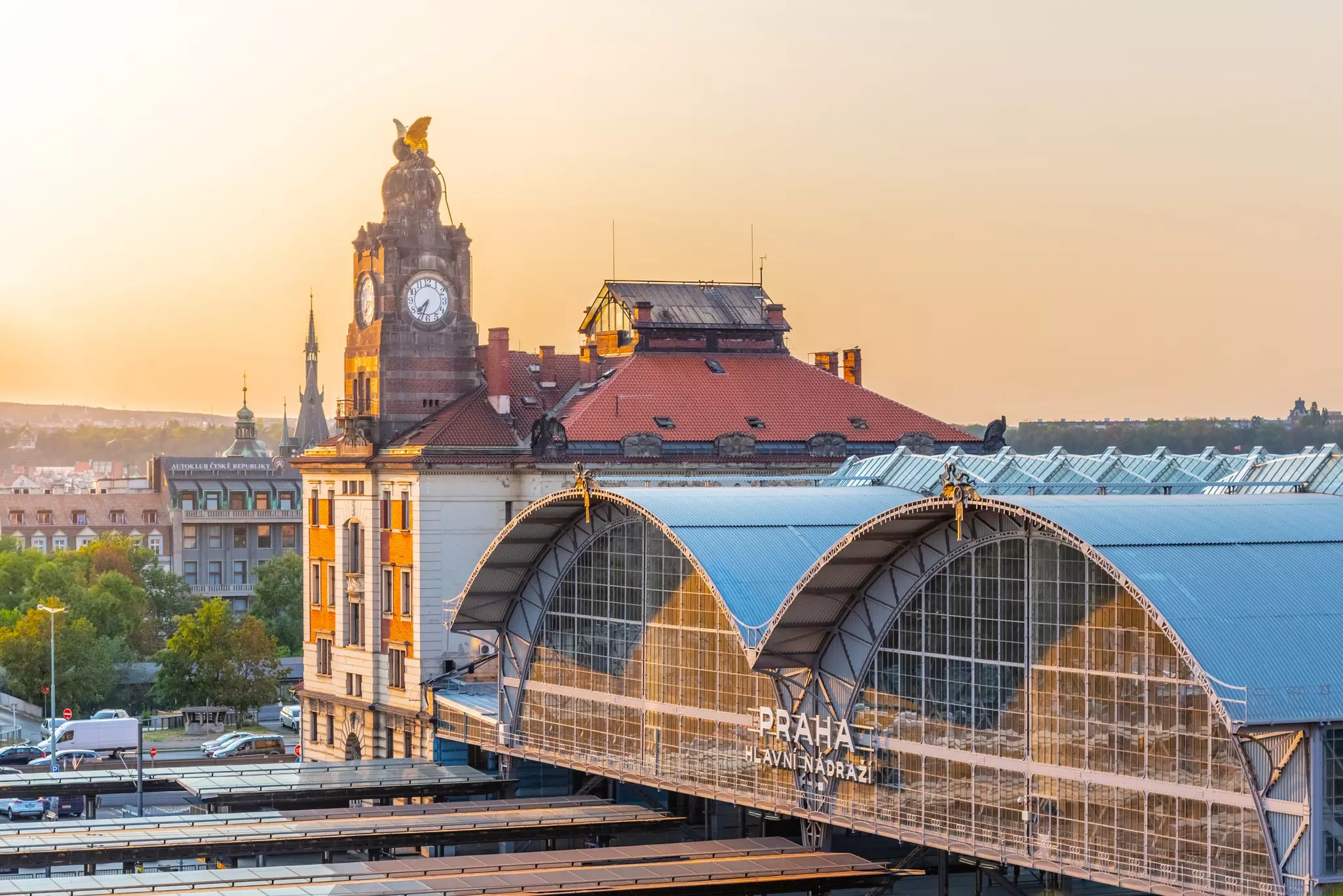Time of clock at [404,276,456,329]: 7:33
